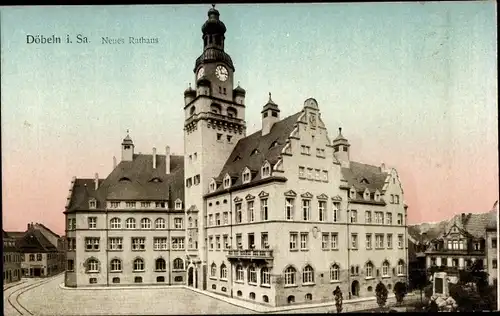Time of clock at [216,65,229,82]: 11:13
